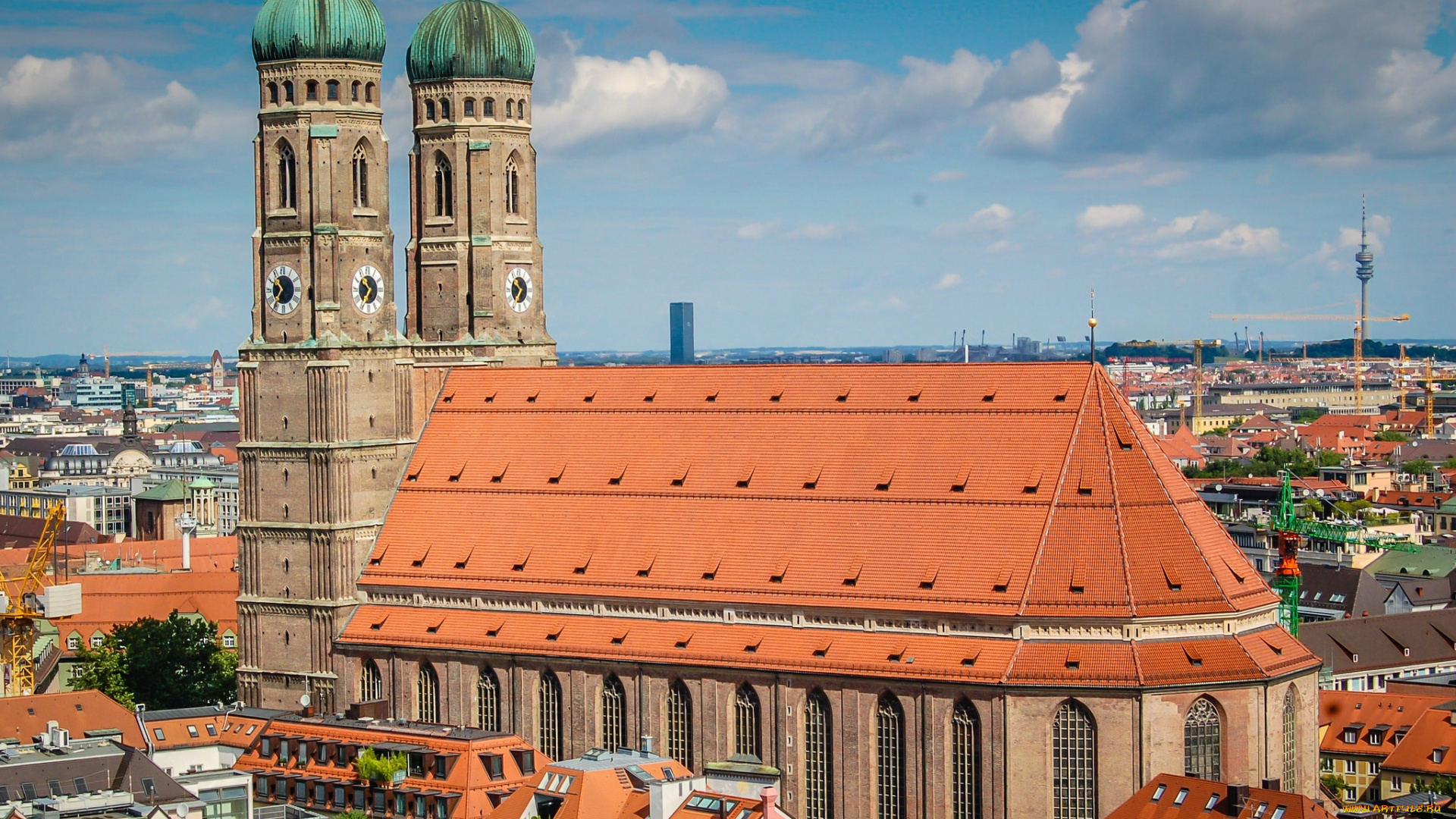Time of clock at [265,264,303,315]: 10:36
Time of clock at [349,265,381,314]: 10:35
